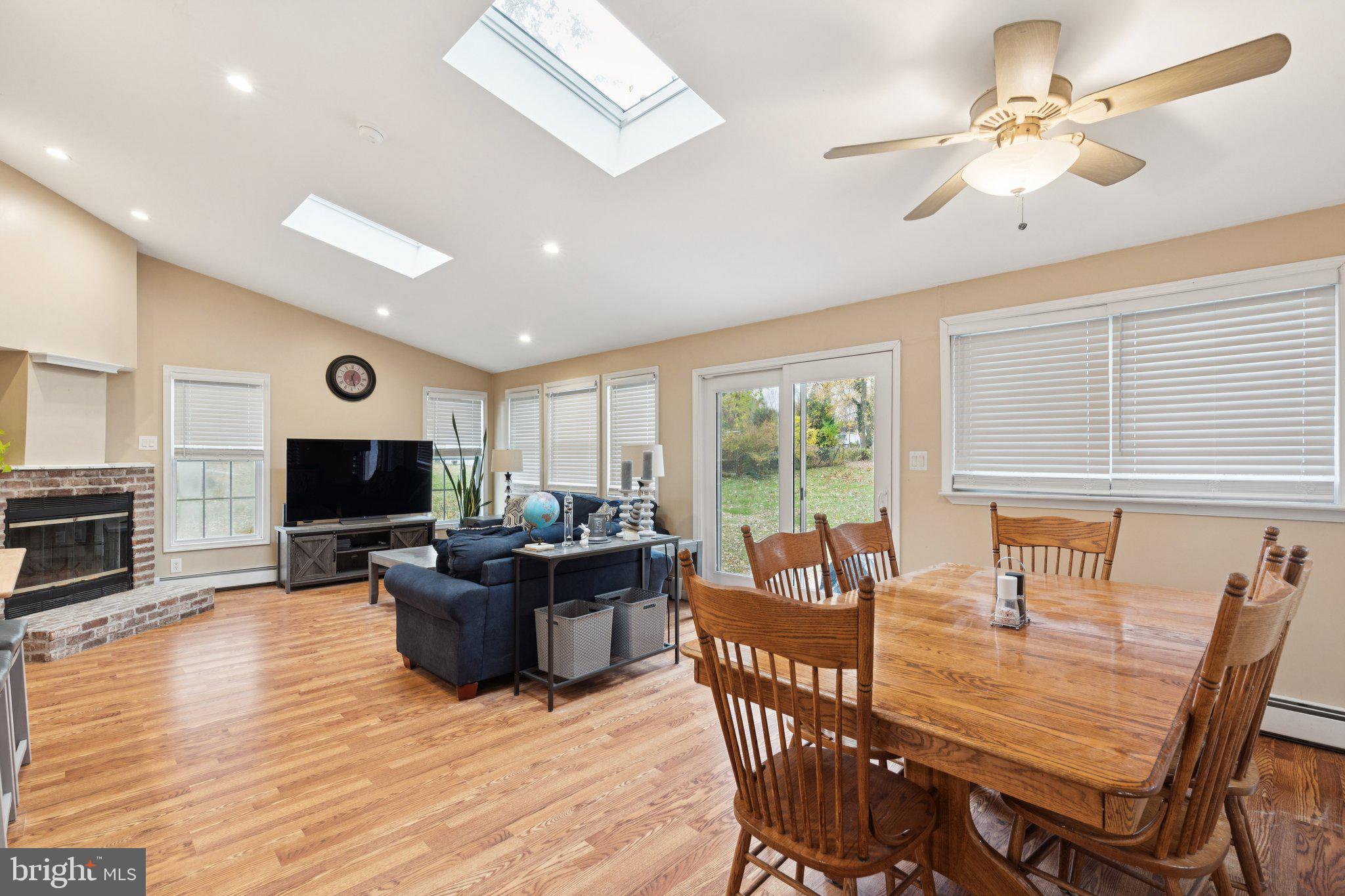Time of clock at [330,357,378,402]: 12:27
